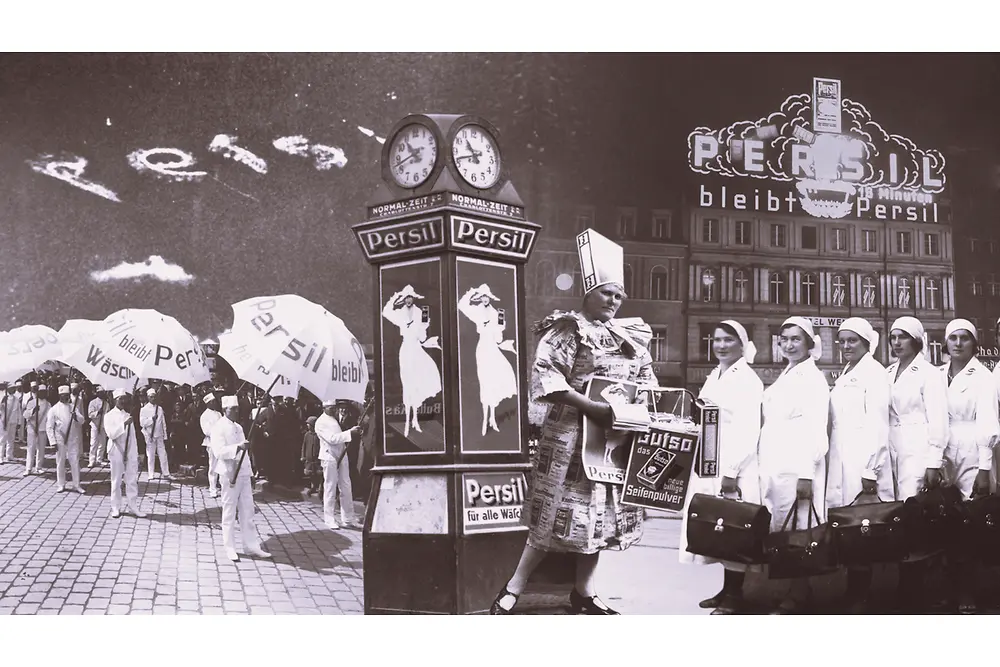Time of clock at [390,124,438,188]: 10:42
